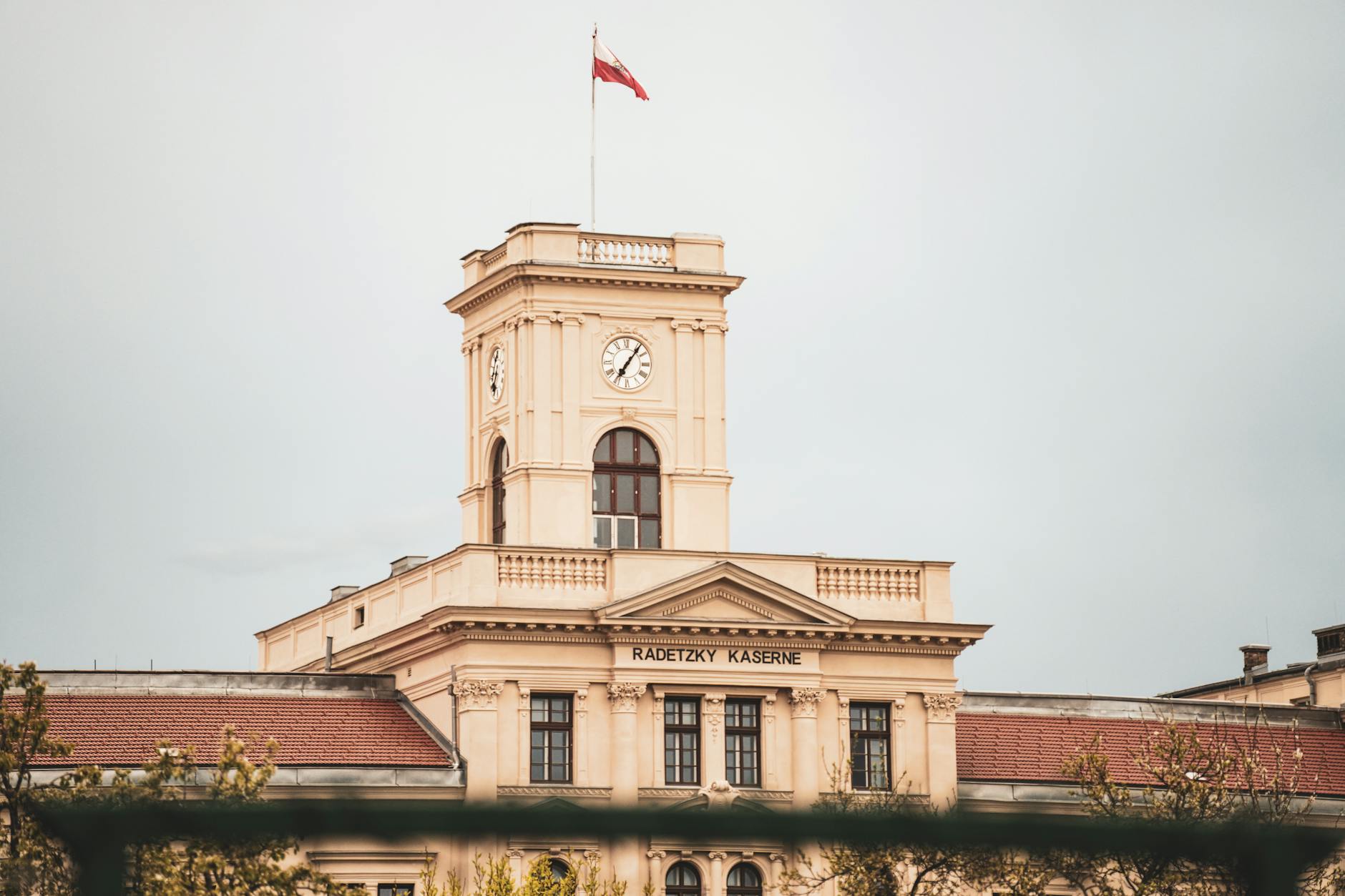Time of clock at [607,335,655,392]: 7:06
